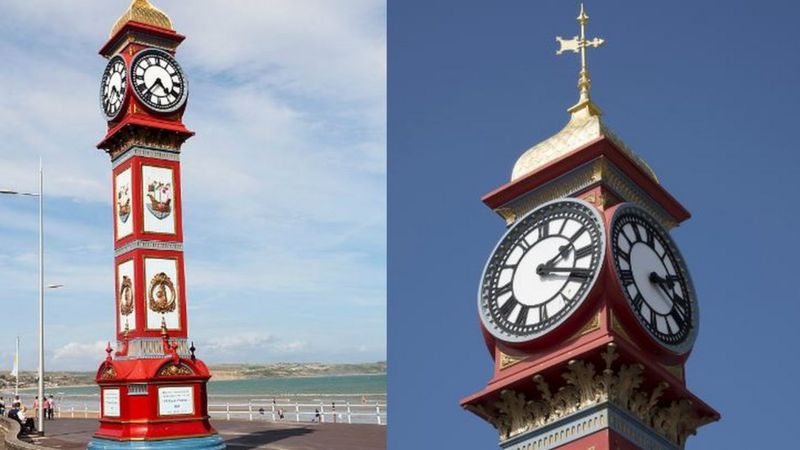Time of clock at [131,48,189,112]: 4:36
